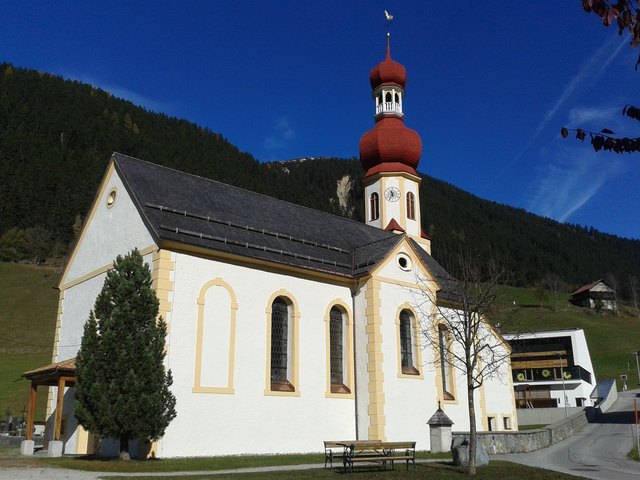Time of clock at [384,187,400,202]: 11:35
